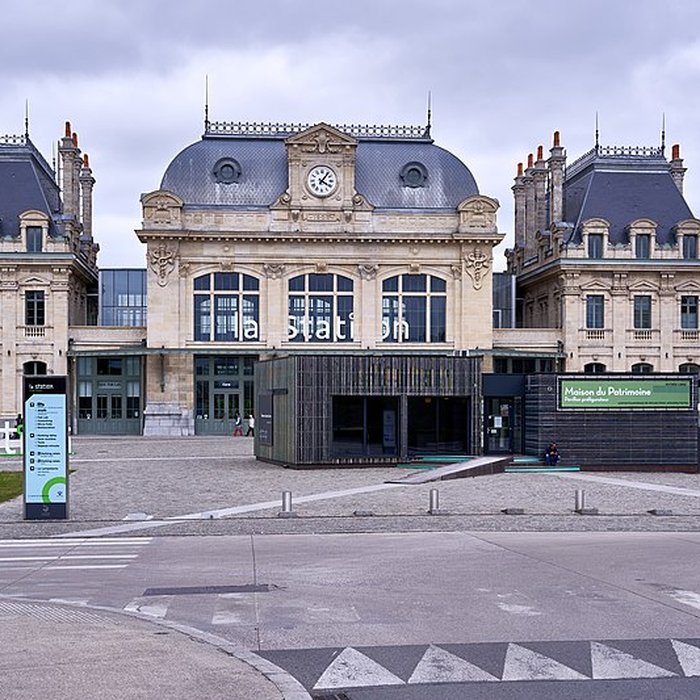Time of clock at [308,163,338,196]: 4:06
